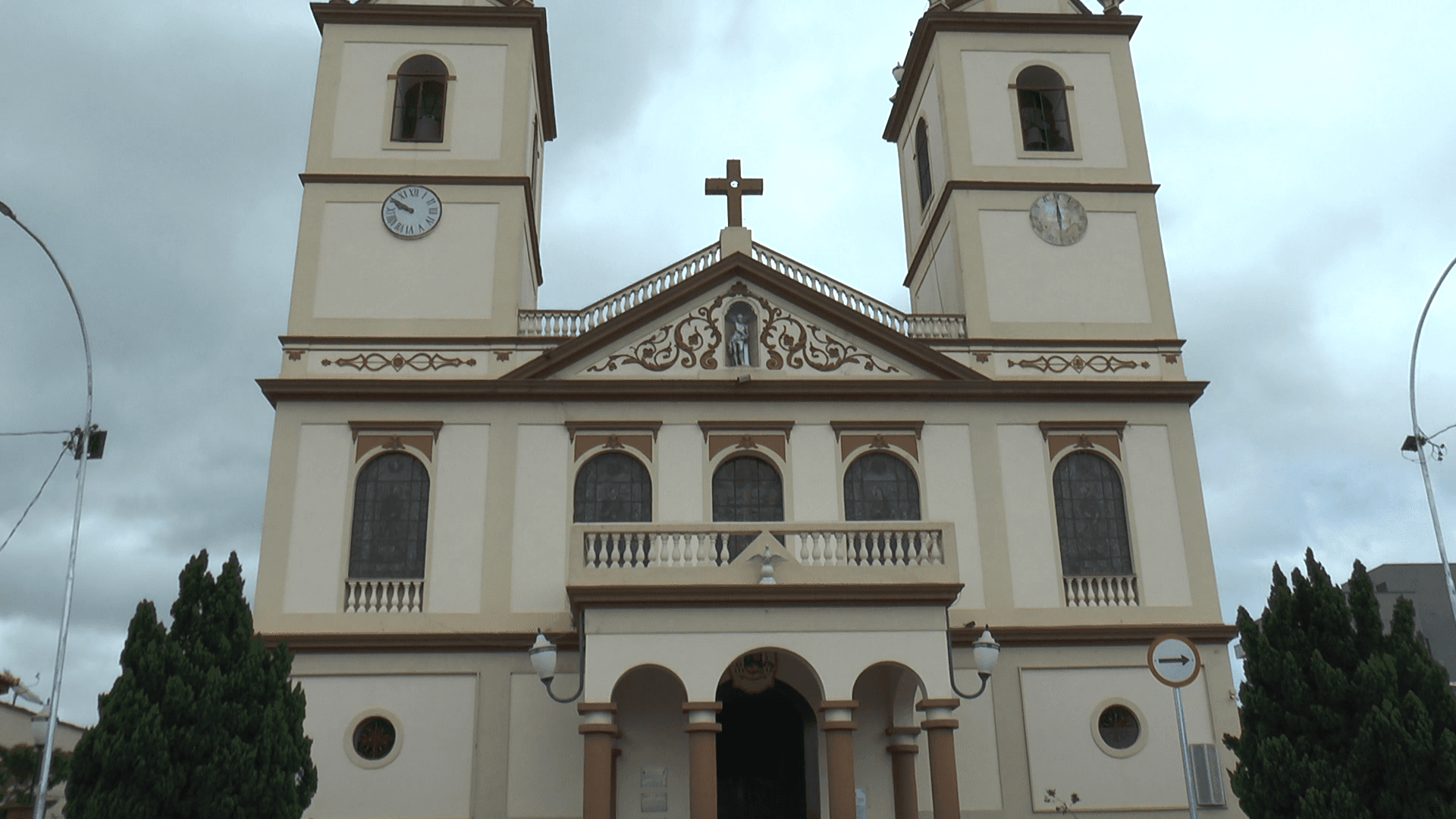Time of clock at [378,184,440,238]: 9:50
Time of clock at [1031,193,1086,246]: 5:59
